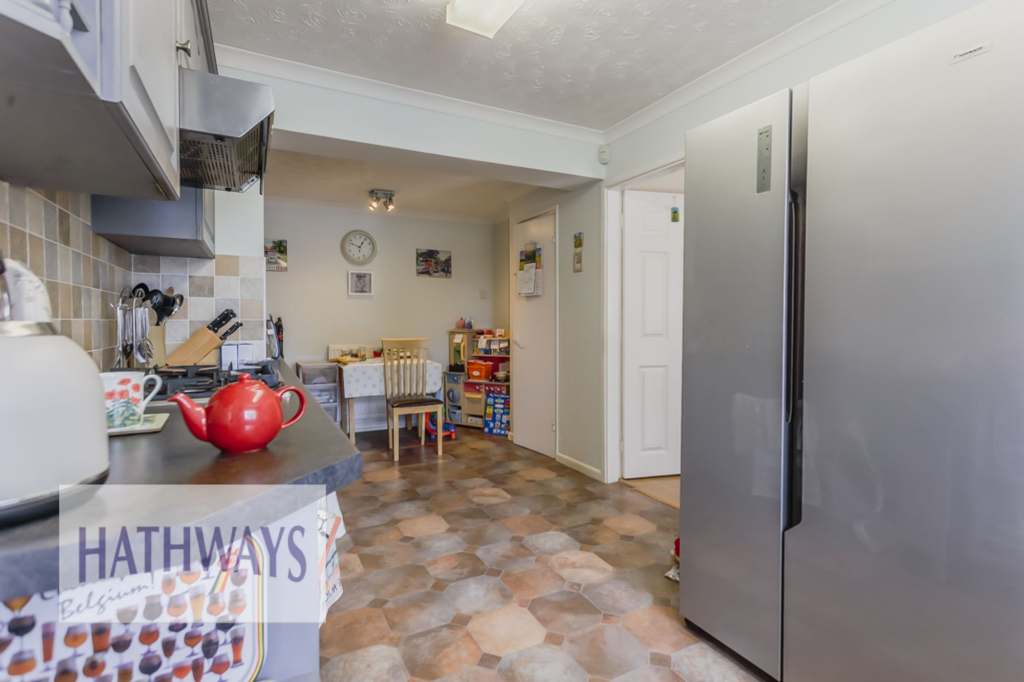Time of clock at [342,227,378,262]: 12:47
